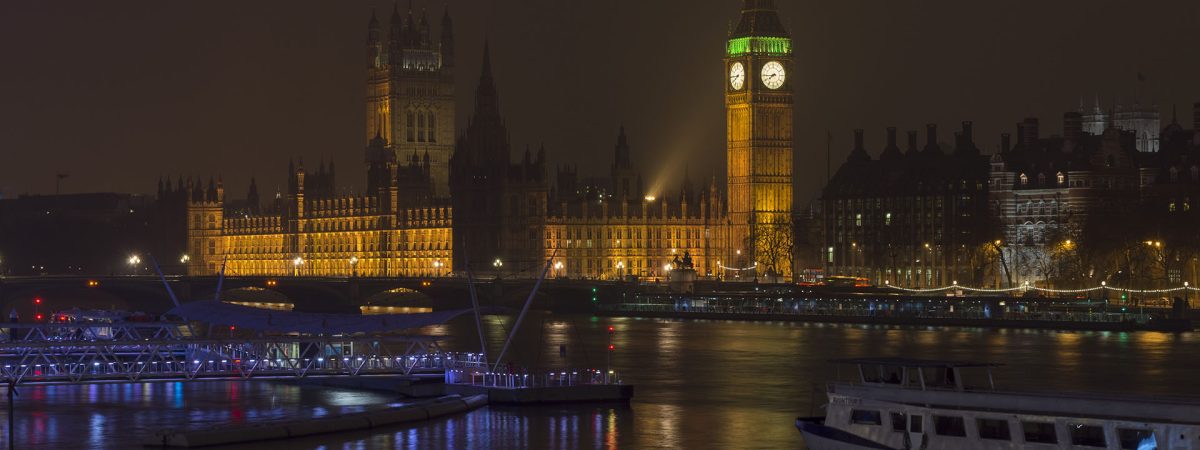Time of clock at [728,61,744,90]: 7:44
